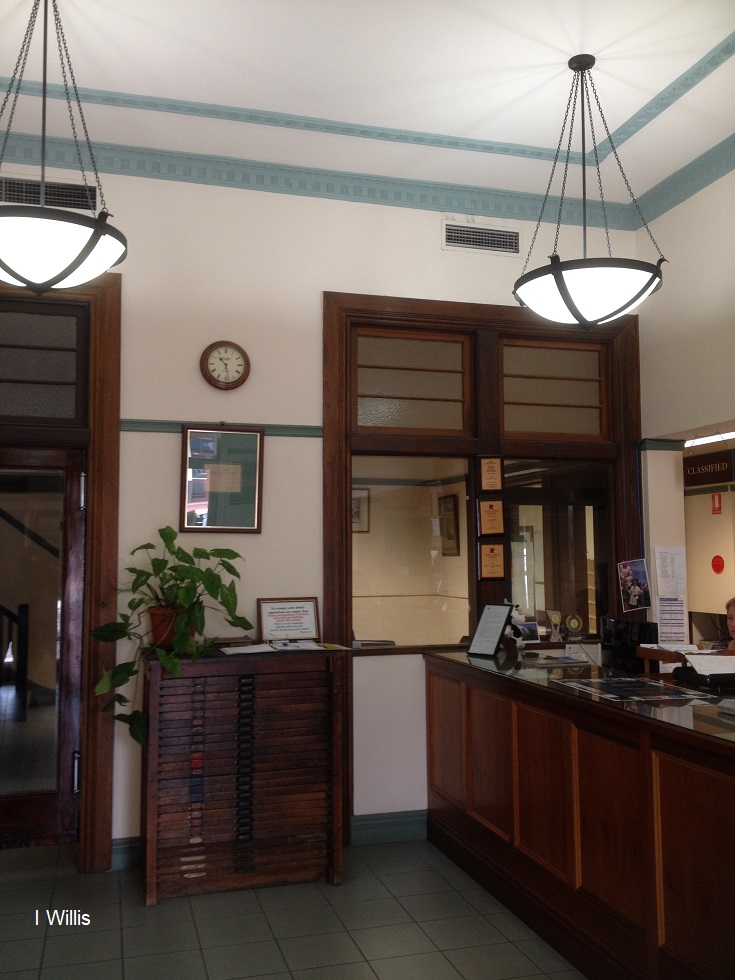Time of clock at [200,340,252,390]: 10:28
